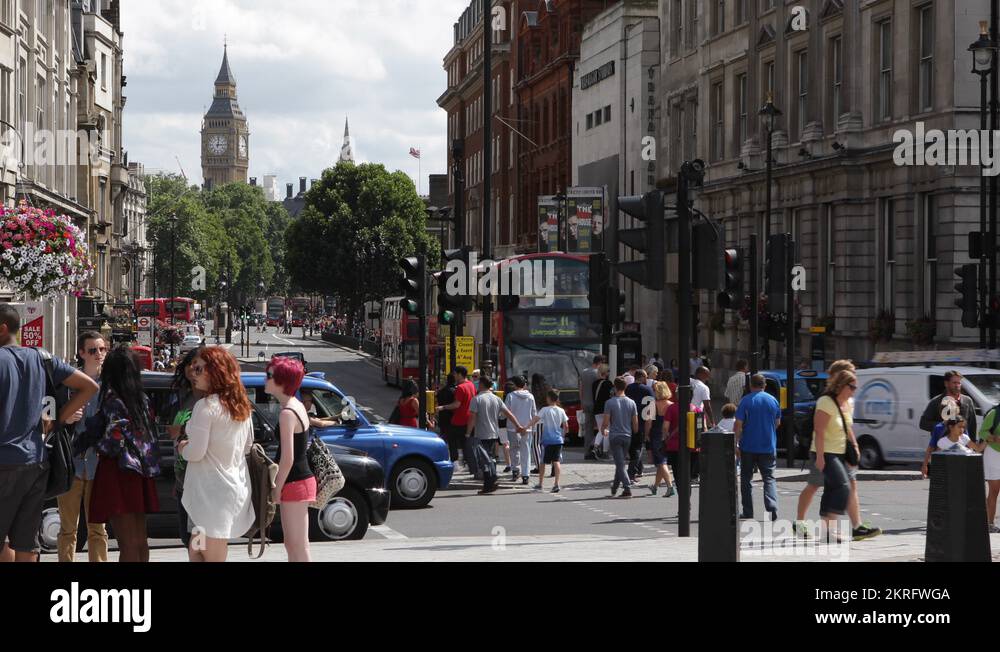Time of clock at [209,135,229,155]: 3:01
